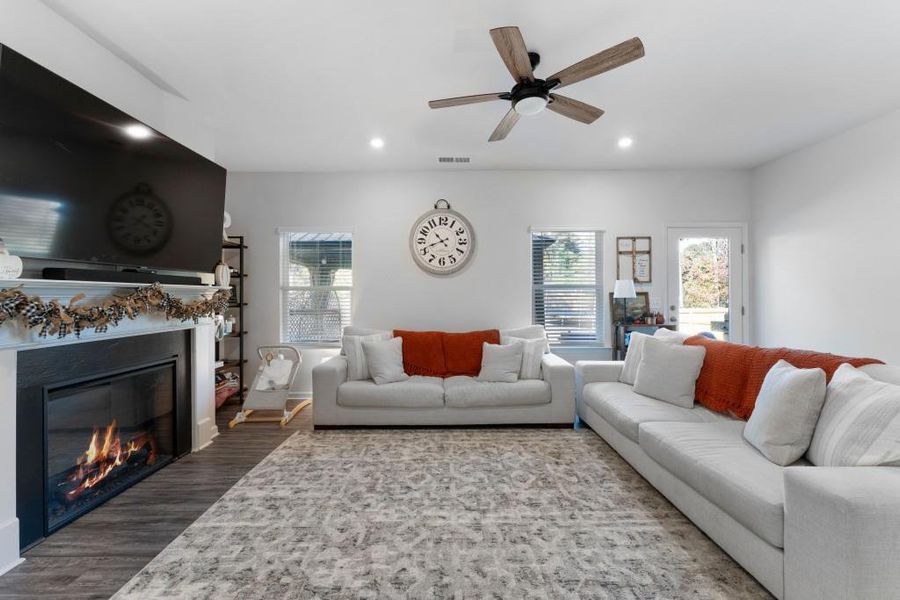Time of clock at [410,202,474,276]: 10:41
